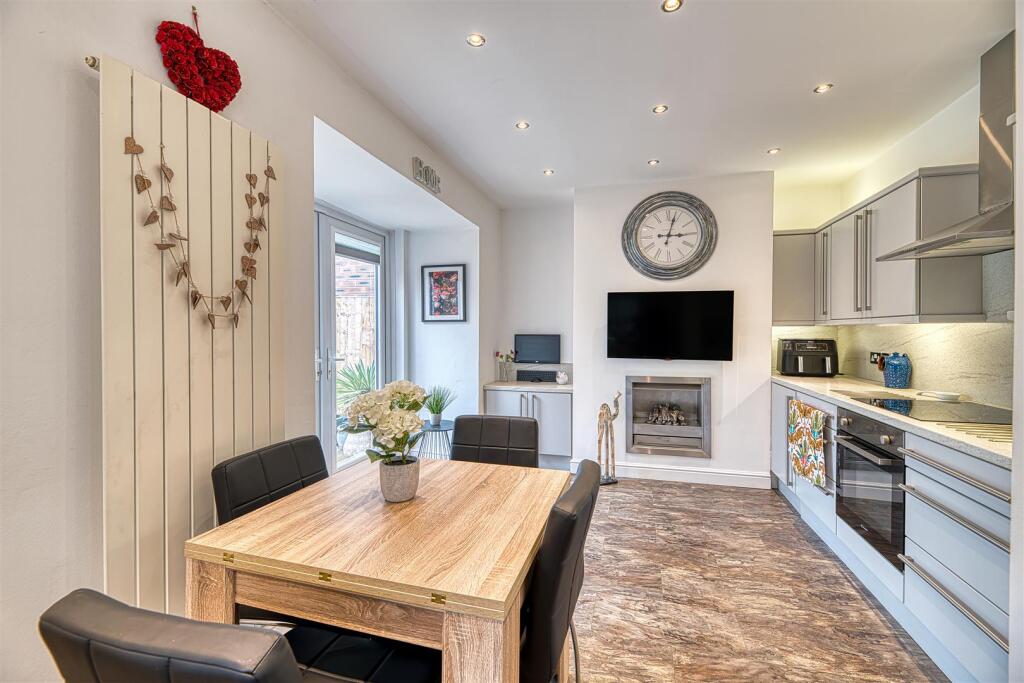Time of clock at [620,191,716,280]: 3:02
